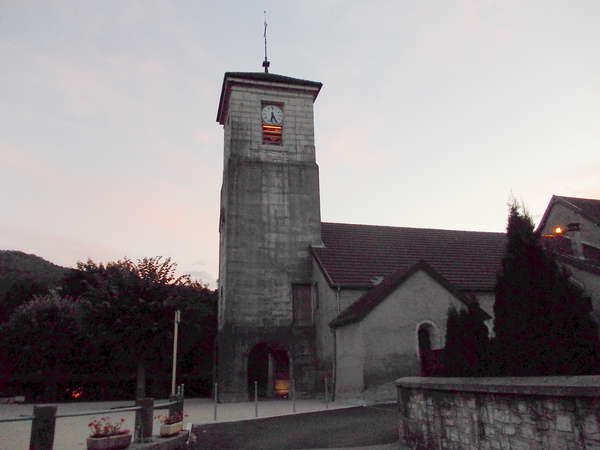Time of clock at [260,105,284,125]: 6:25
